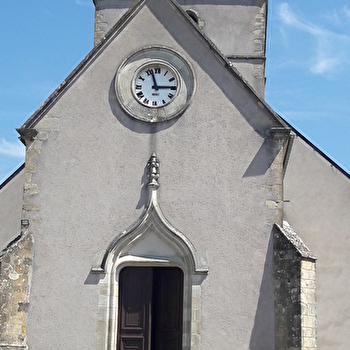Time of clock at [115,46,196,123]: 2:57
